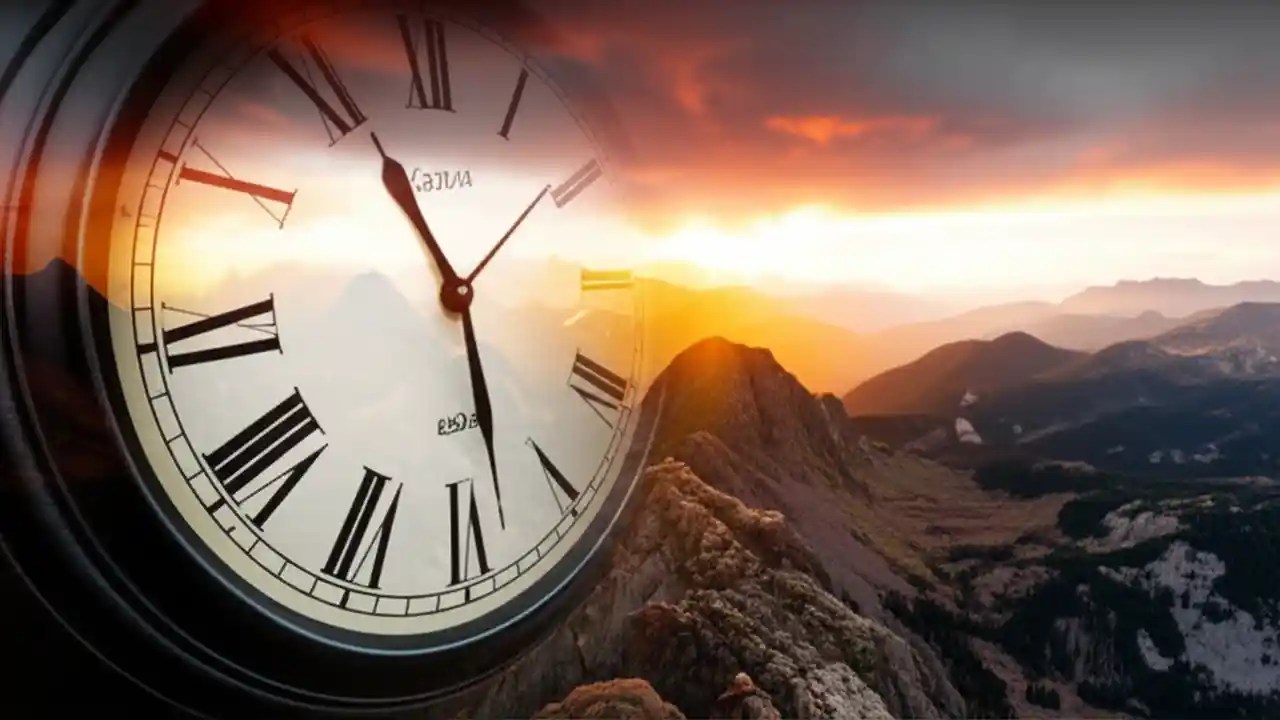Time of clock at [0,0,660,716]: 11:28
